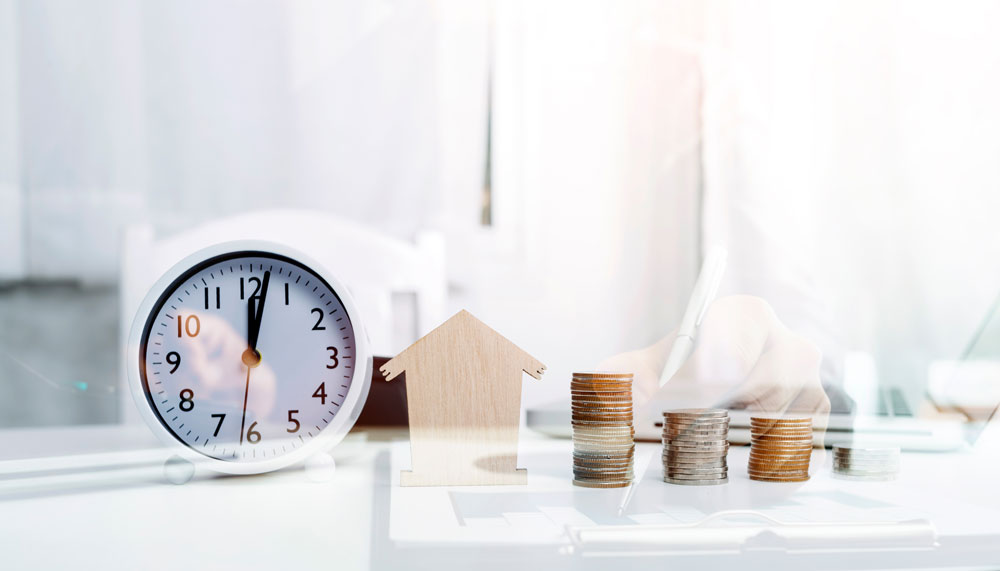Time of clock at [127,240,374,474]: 12:01
